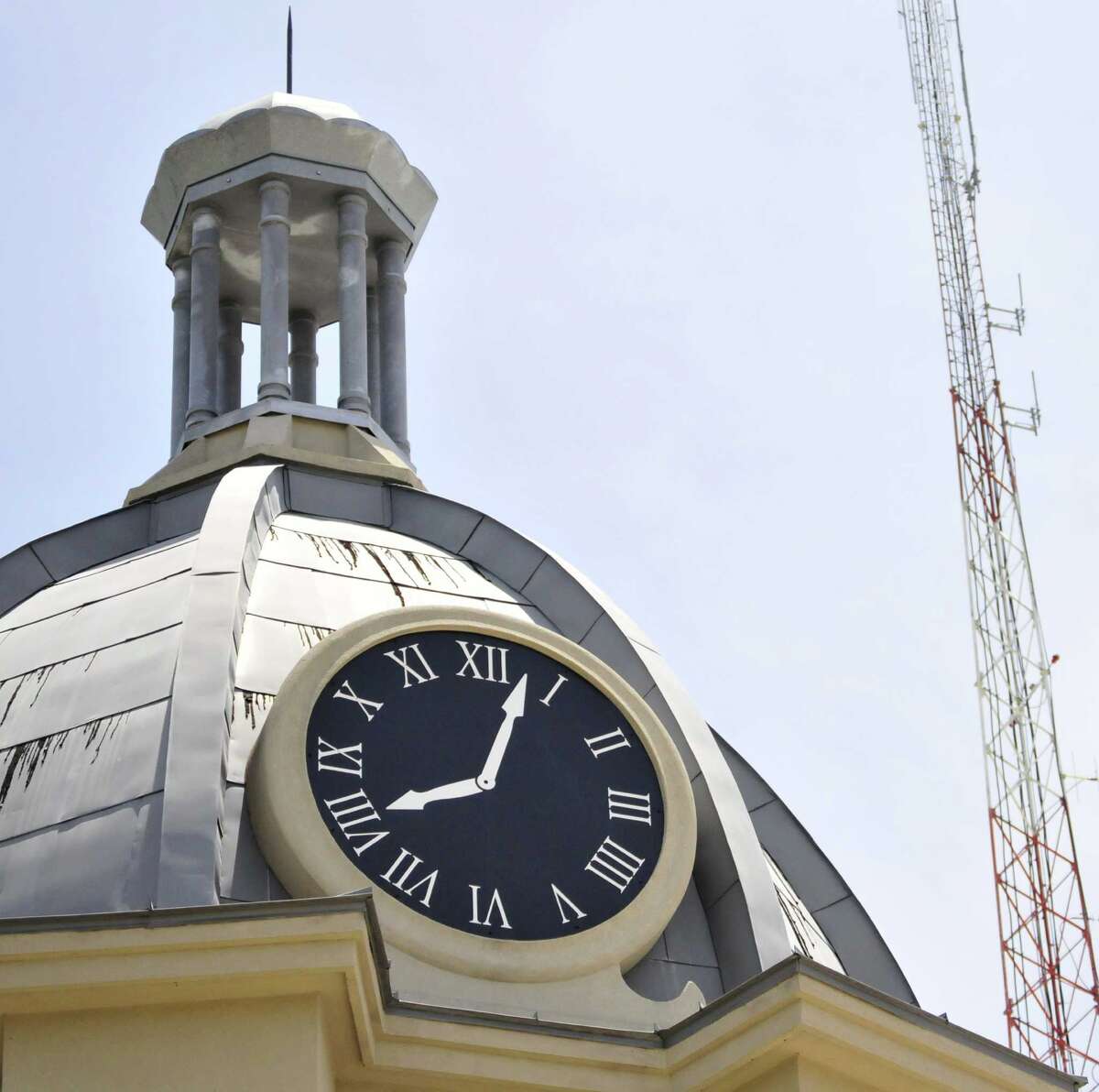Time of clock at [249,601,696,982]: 8:03
